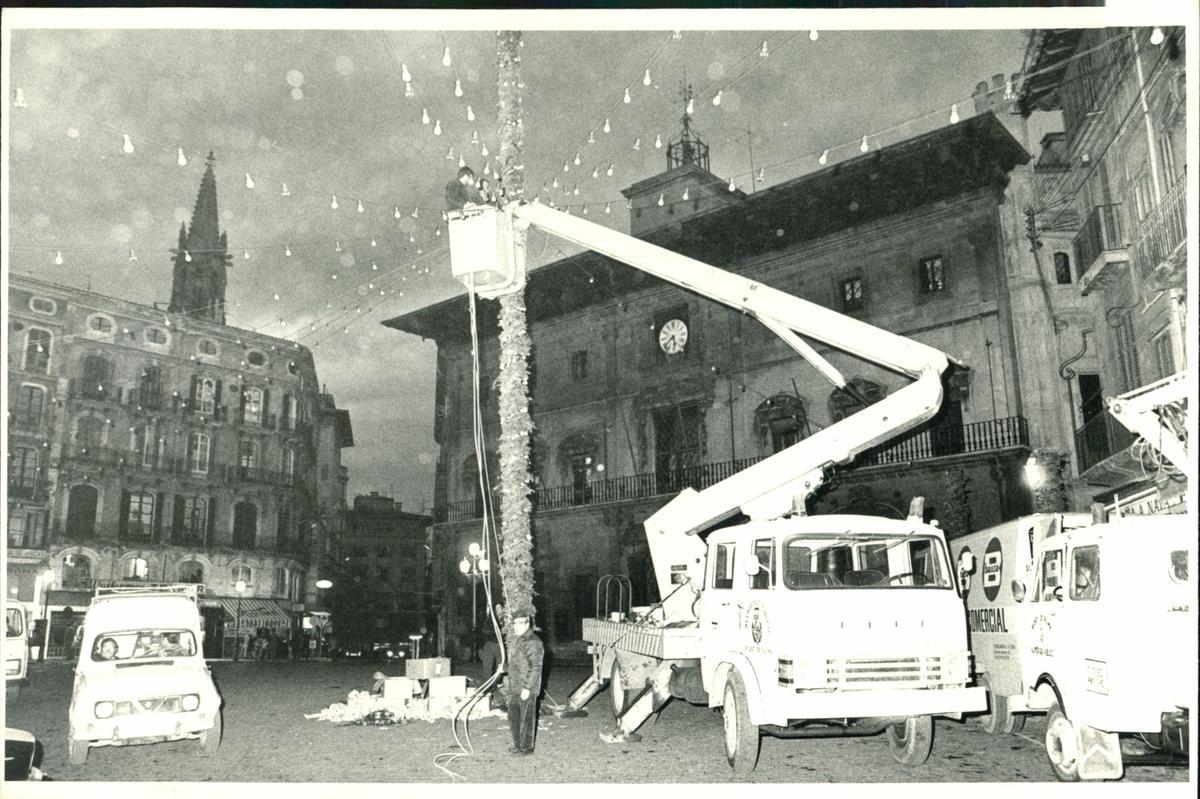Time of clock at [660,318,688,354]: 5:38
